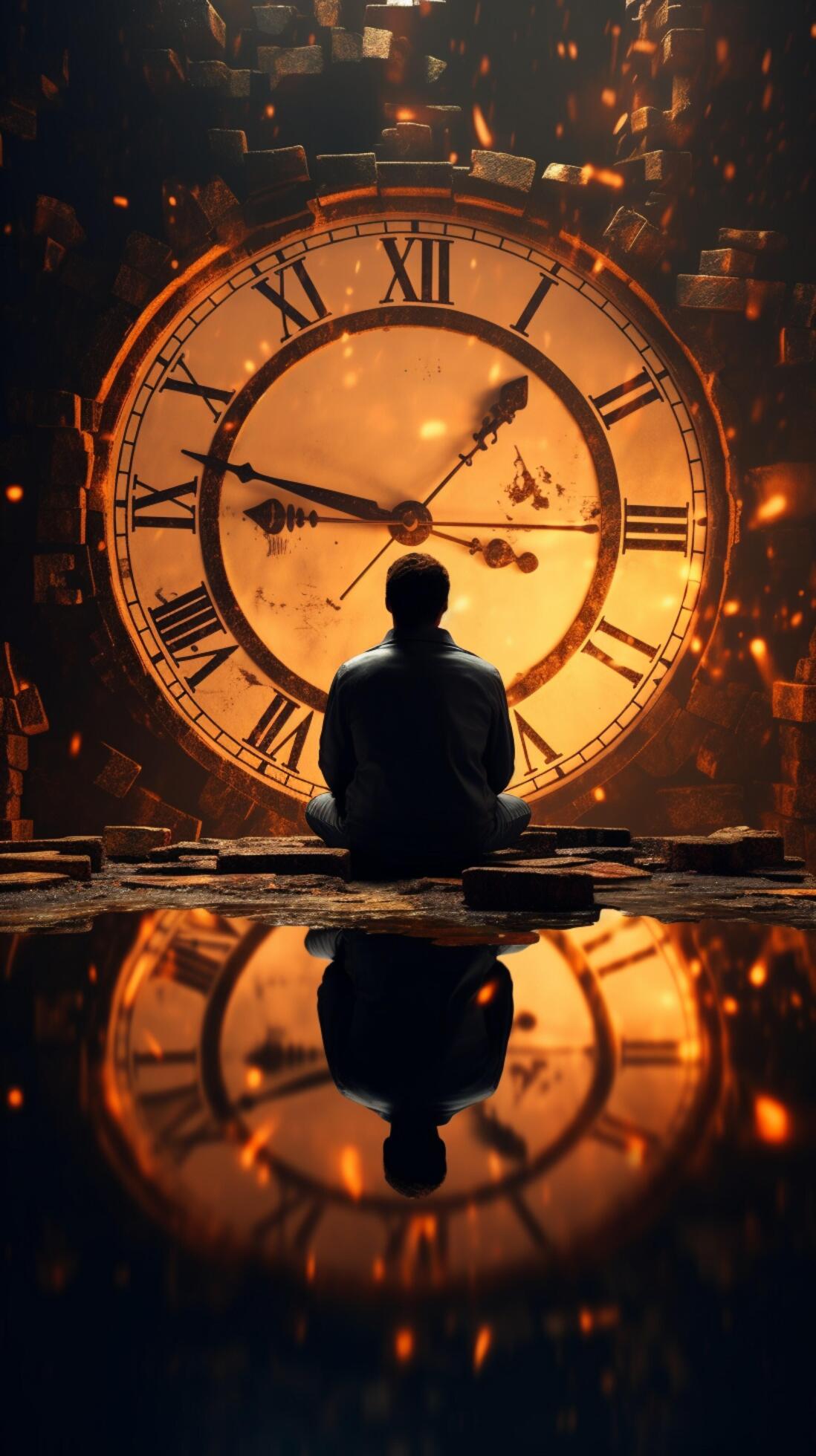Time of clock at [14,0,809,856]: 1:46
